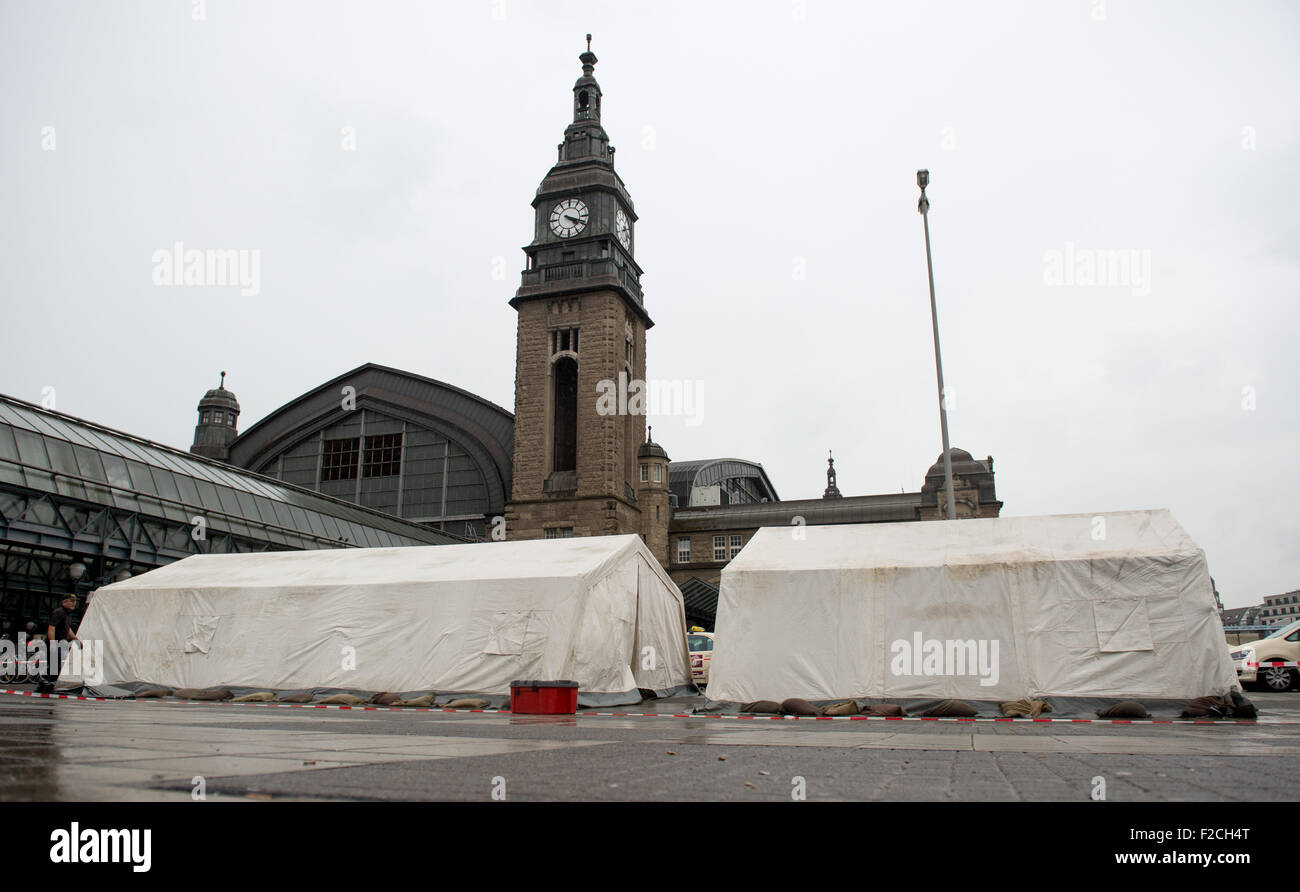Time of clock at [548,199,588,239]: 4:18
